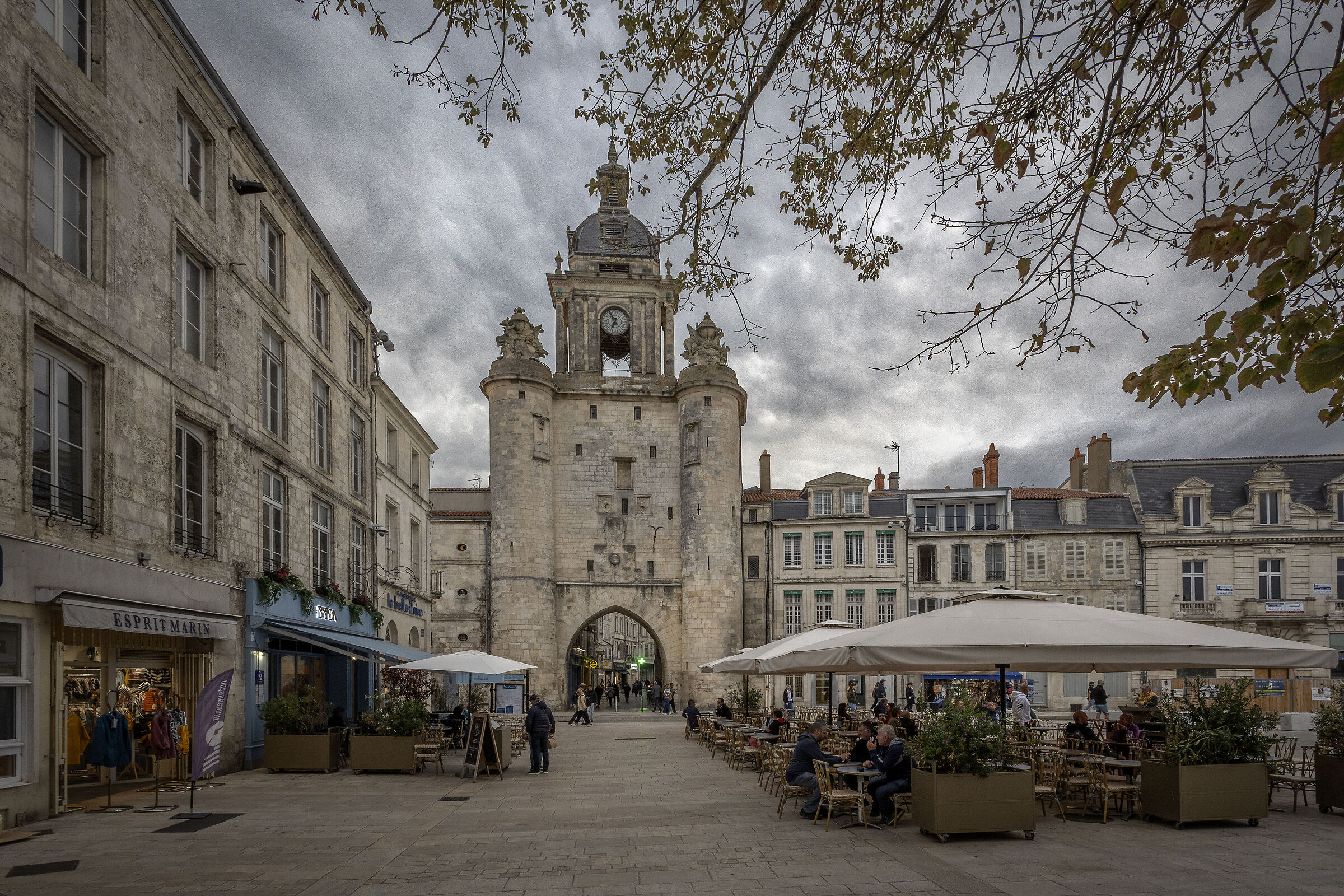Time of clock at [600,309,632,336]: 6:54
